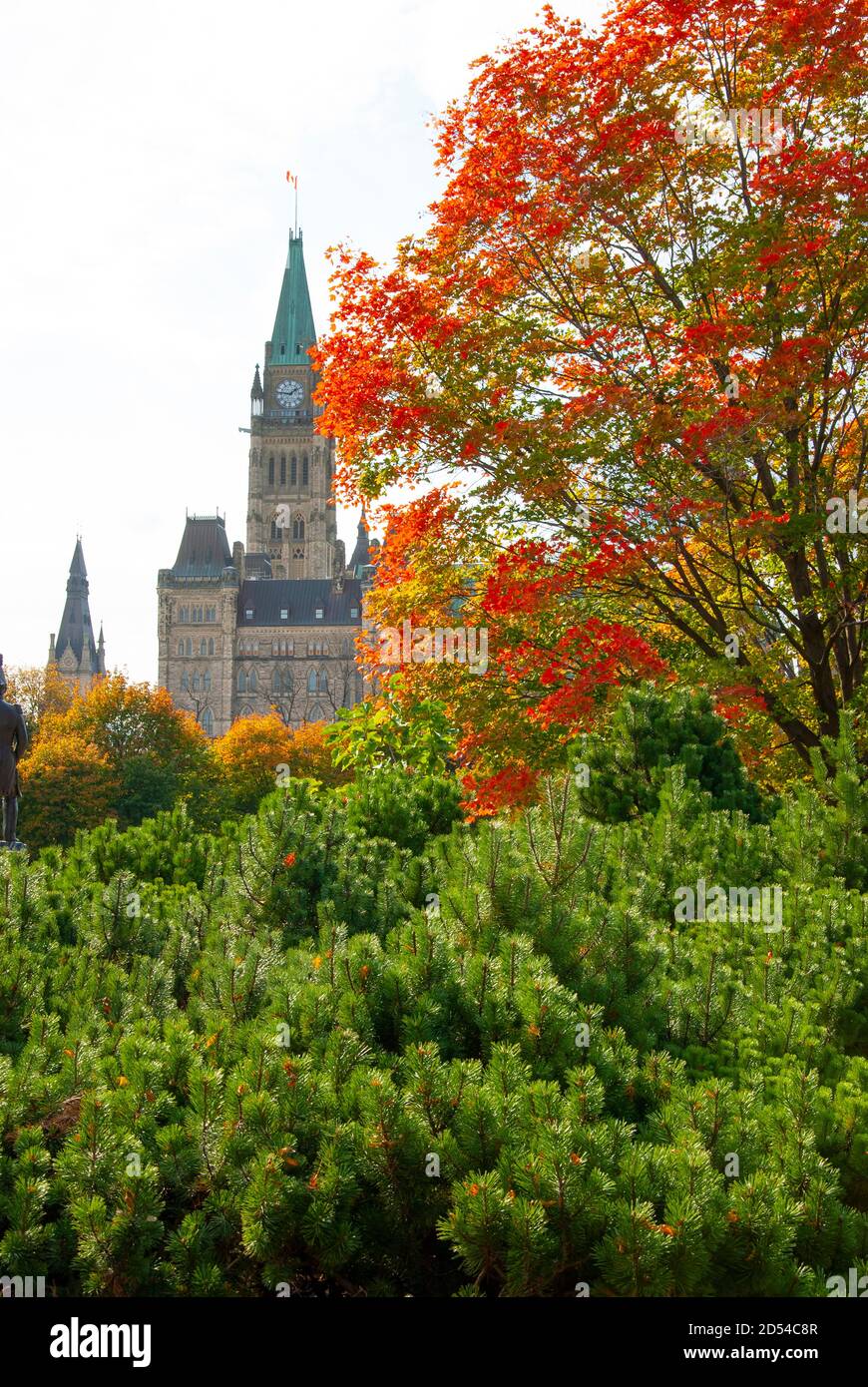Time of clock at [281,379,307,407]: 1:46
